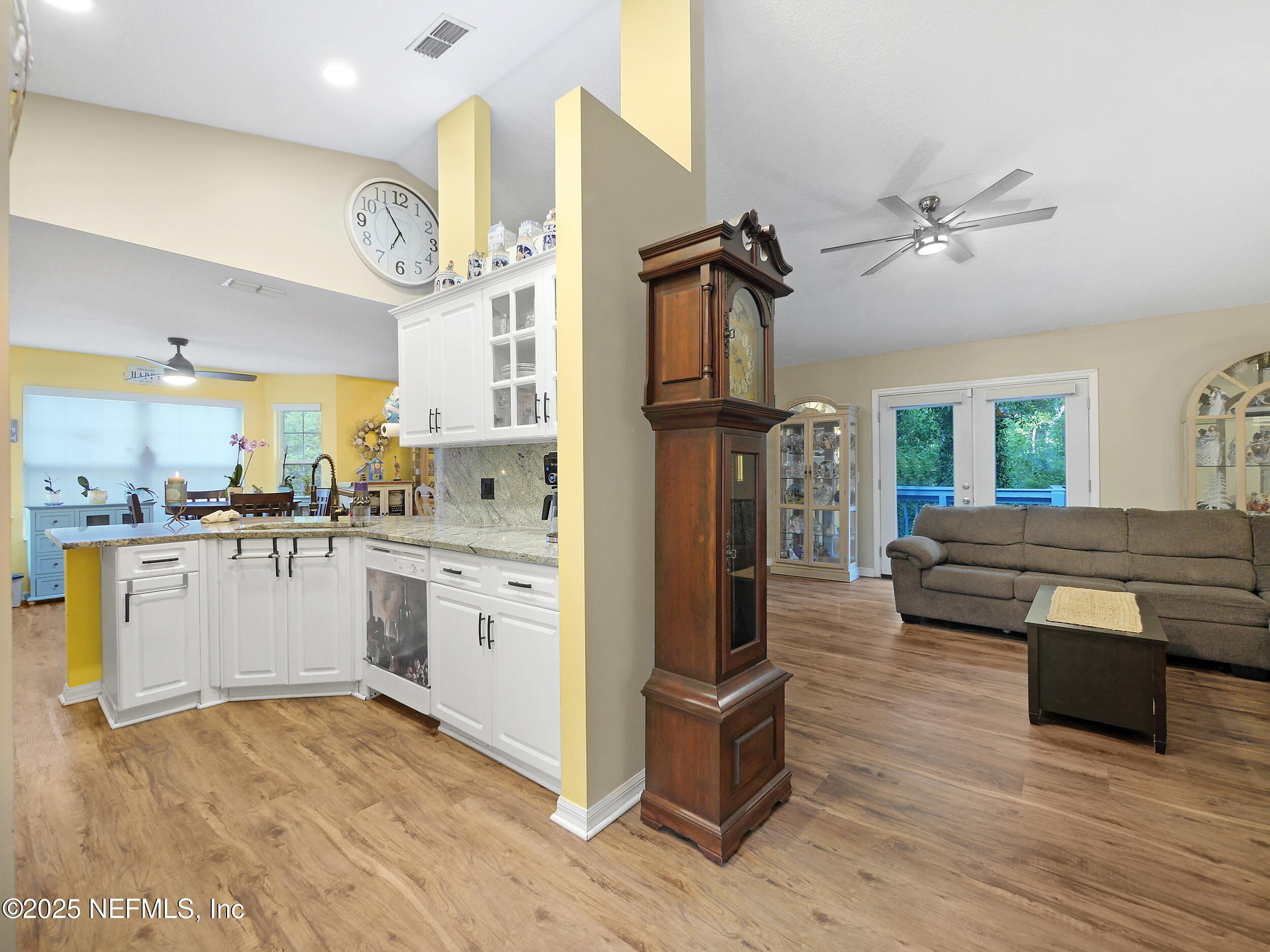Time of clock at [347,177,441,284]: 6:54
